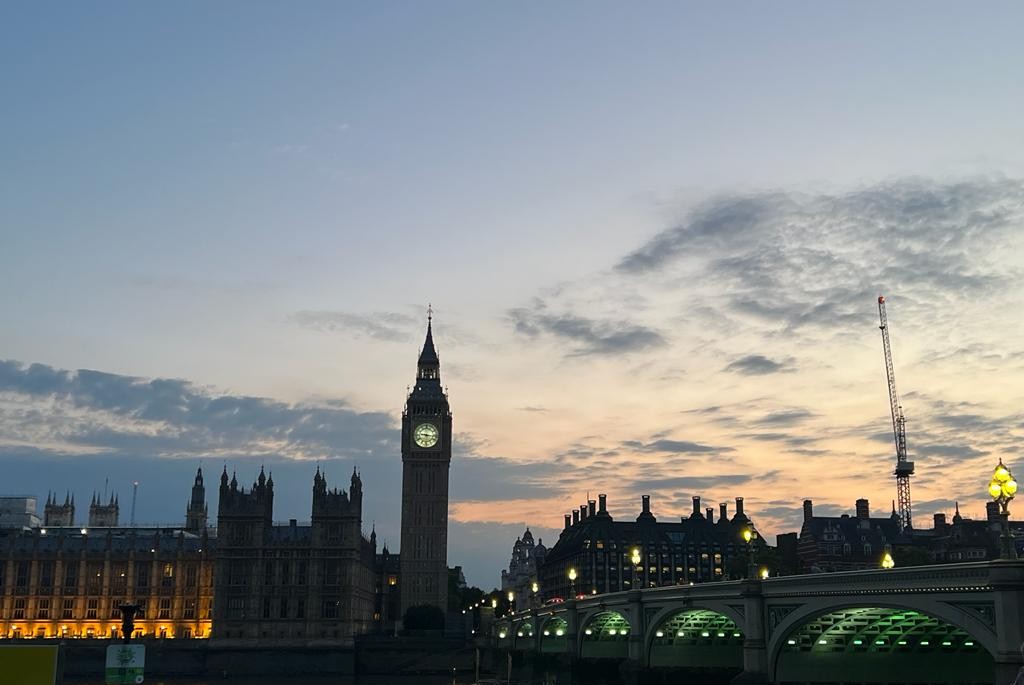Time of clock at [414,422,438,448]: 9:16
